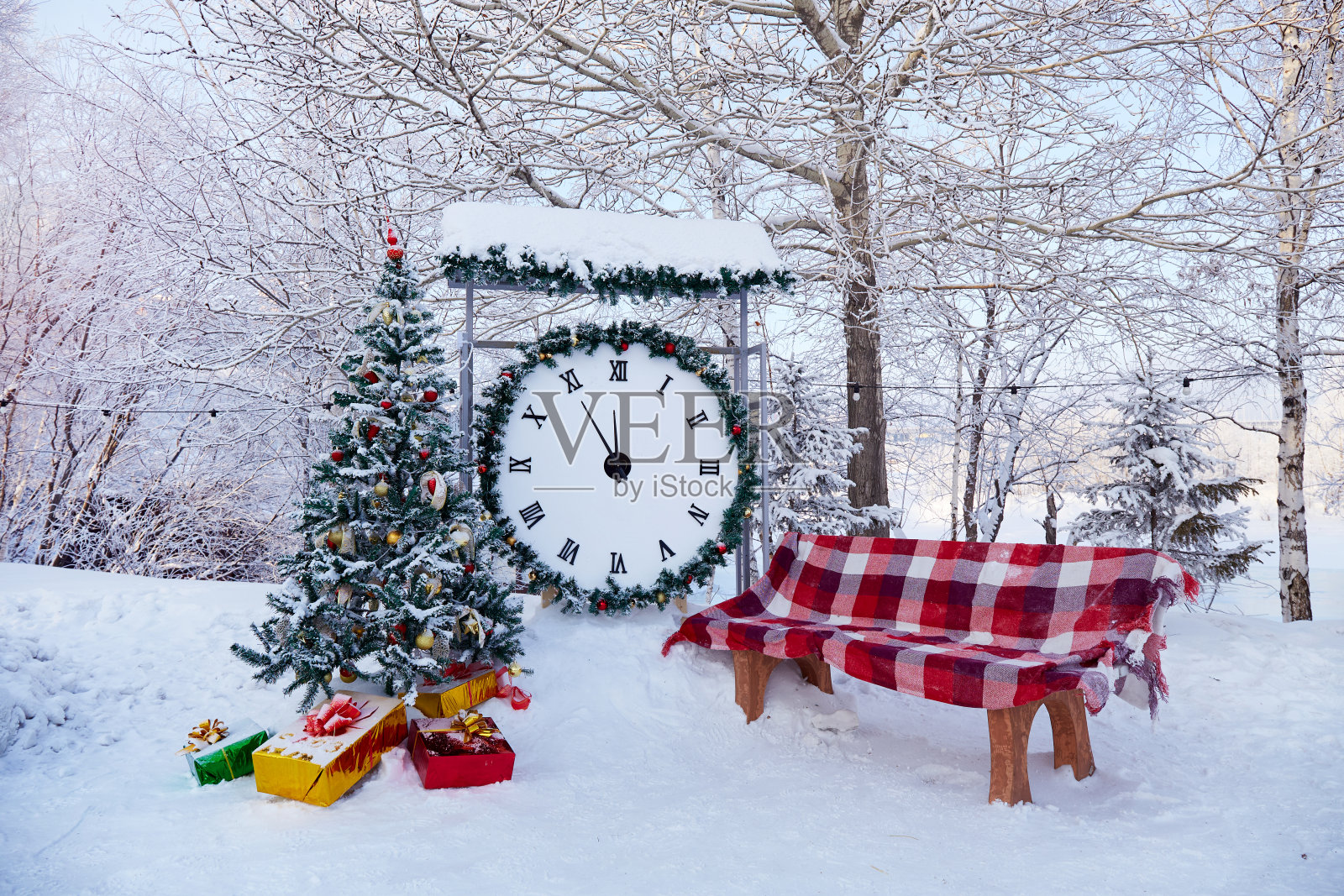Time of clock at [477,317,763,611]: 11:54
